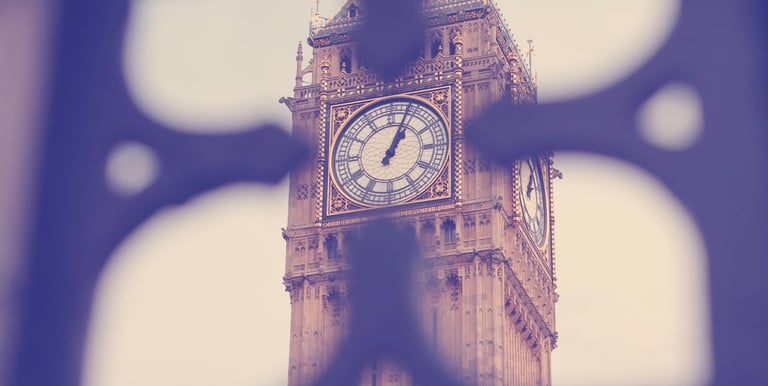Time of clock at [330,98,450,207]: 1:03
